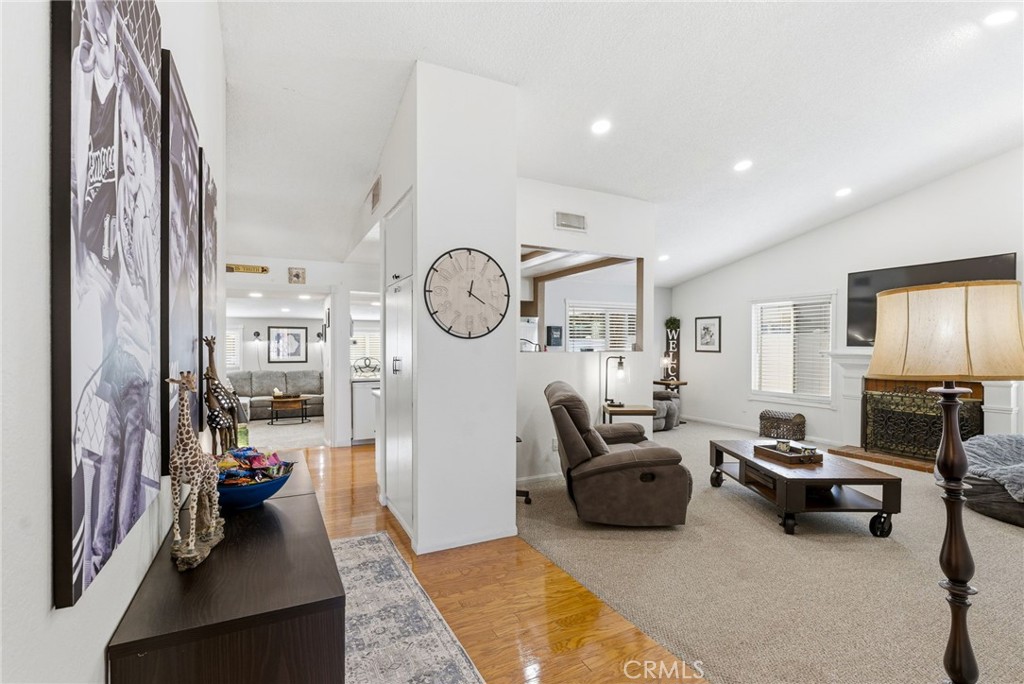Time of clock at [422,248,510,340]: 4:02
